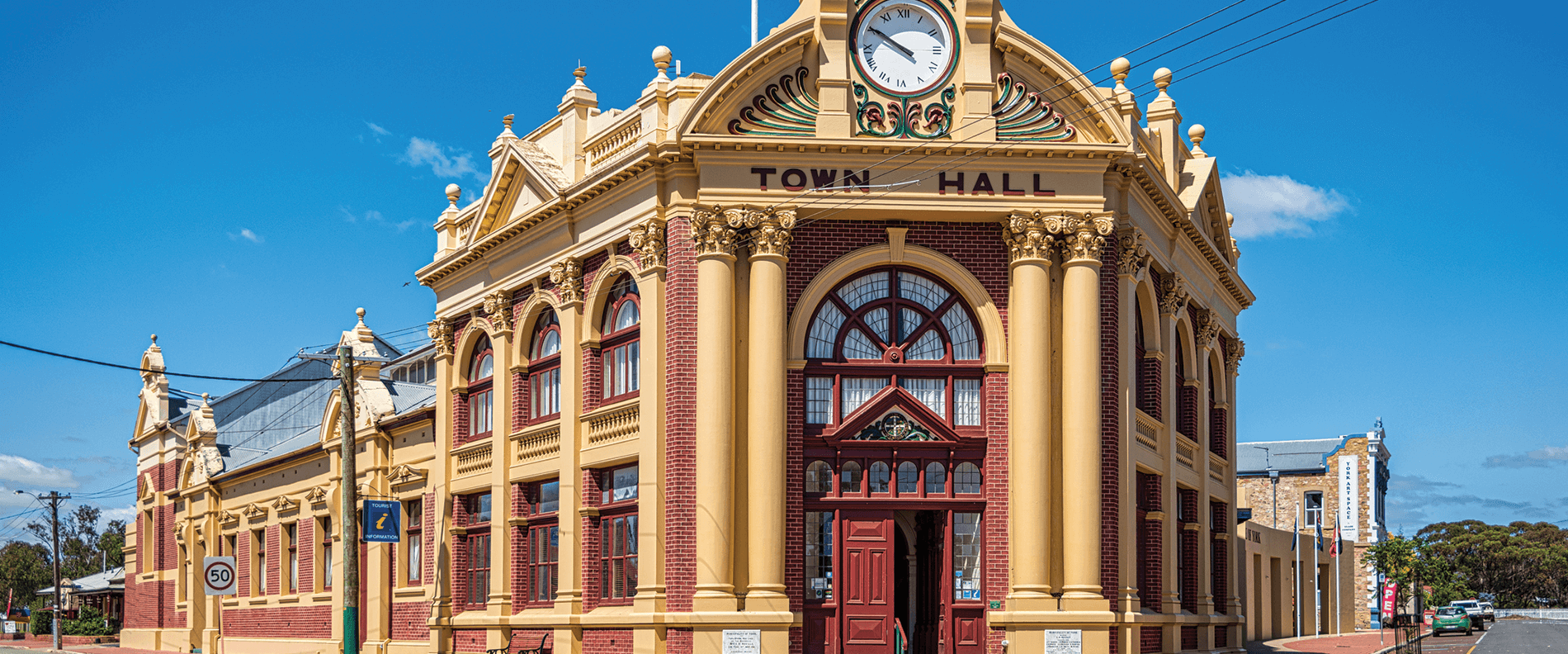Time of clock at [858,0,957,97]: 9:50
